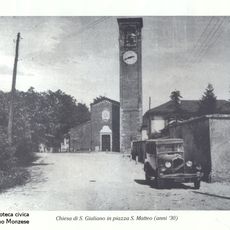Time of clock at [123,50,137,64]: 2:41
